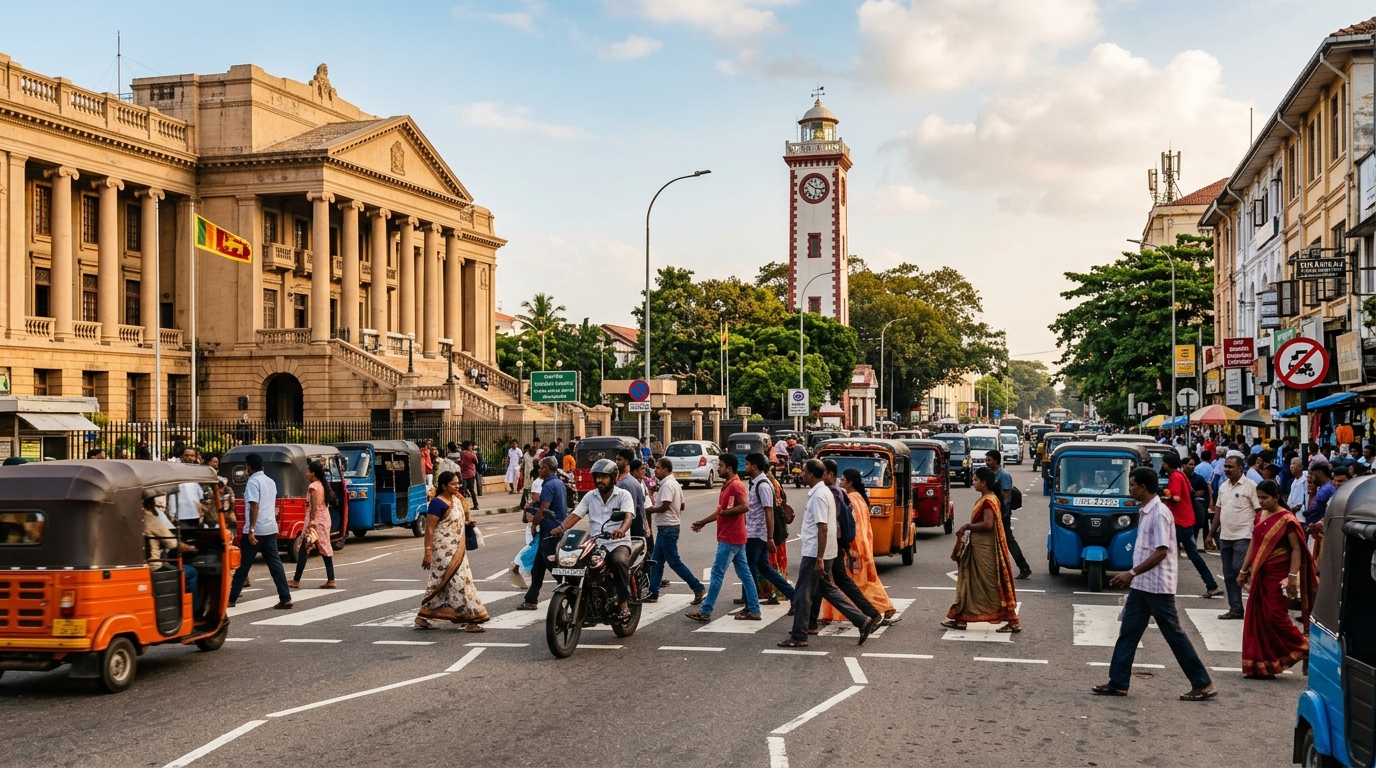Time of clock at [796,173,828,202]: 10:15
